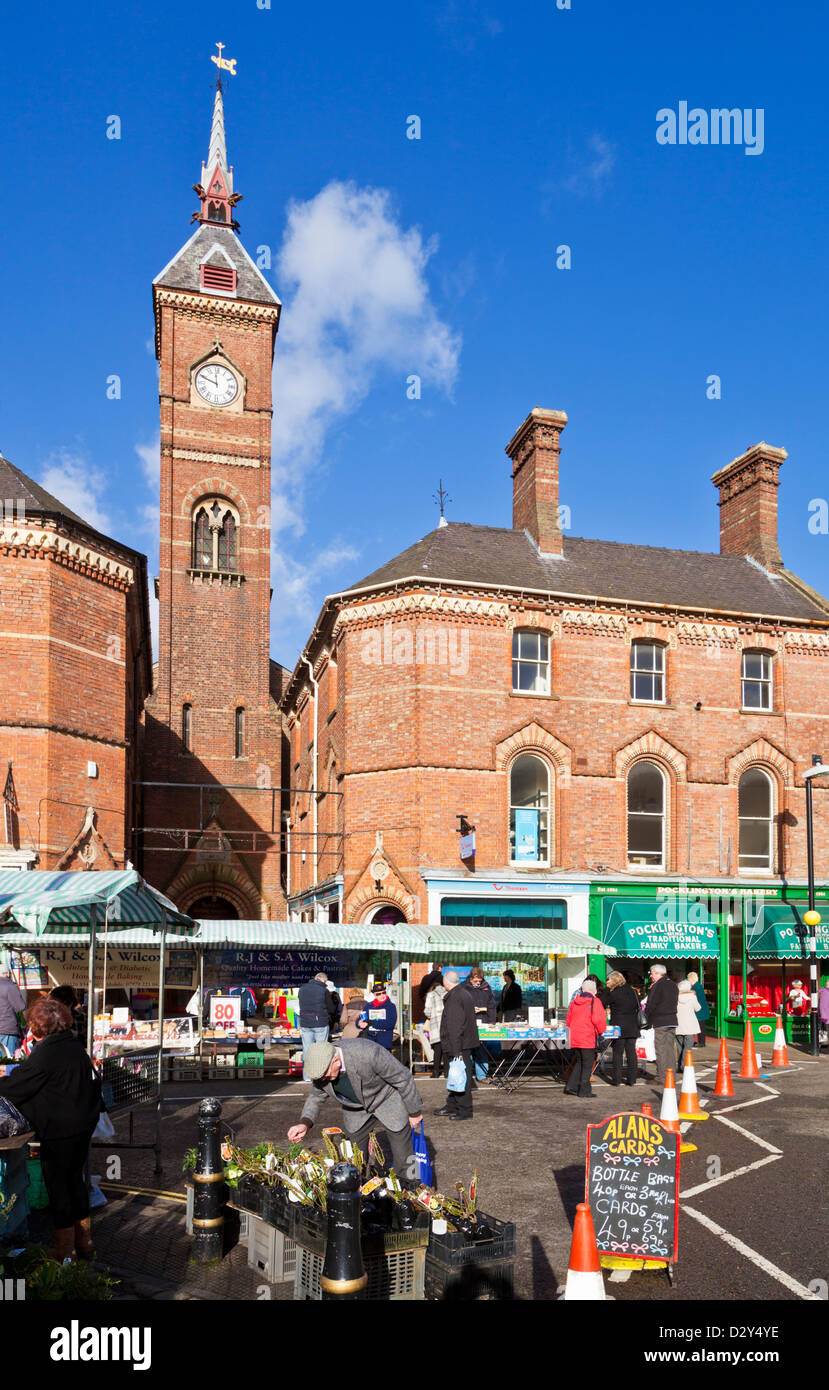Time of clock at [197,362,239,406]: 11:48
